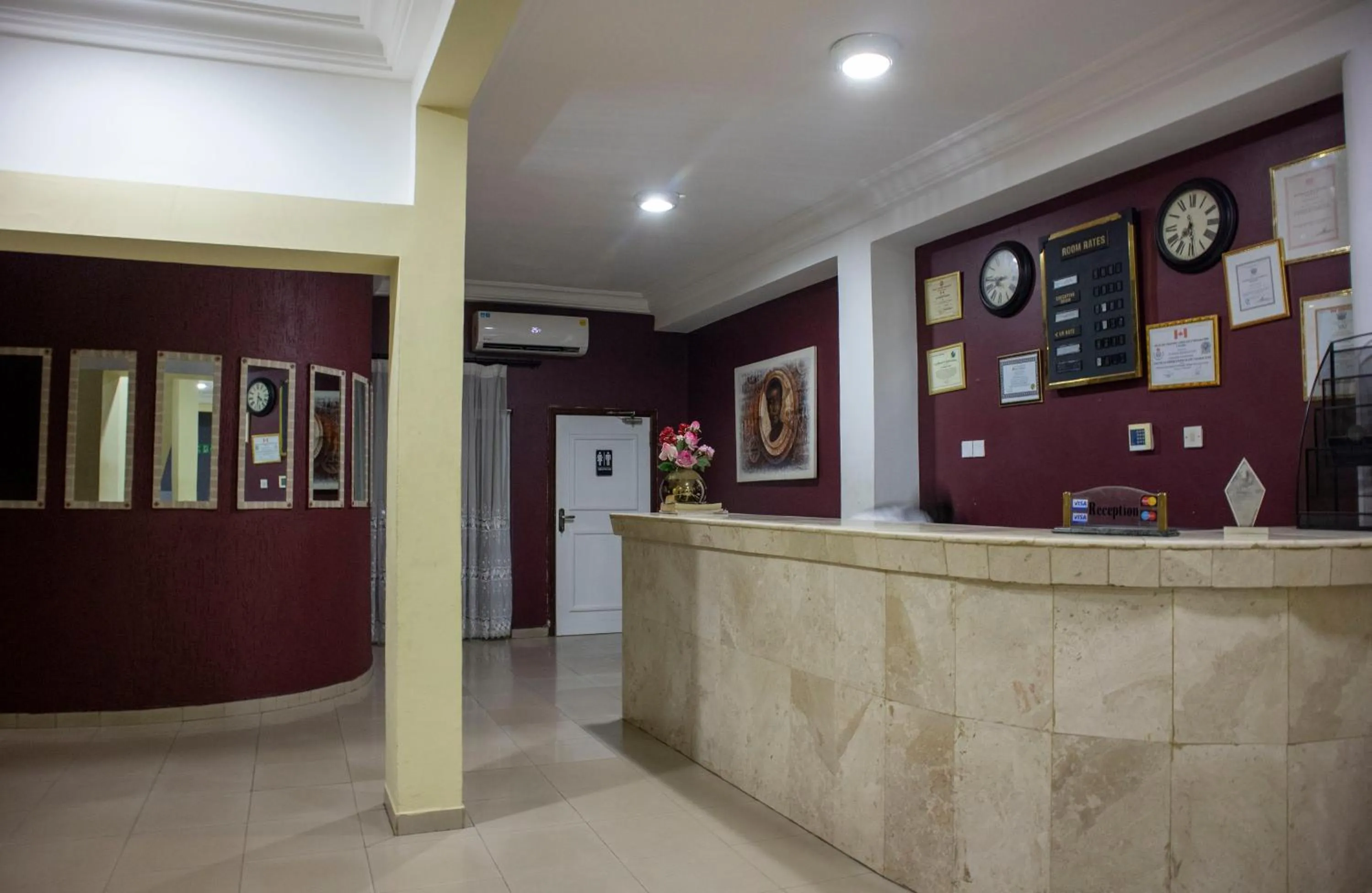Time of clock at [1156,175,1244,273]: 7:28
